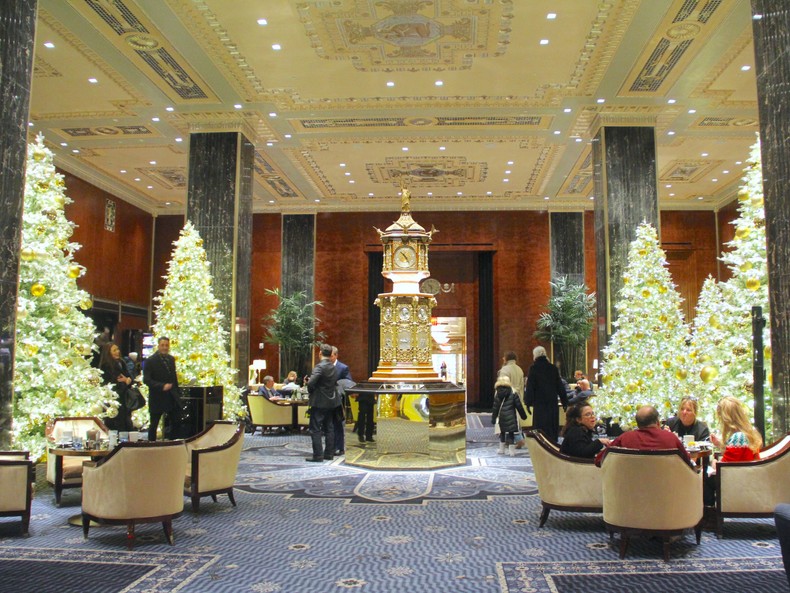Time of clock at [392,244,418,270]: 4:52
